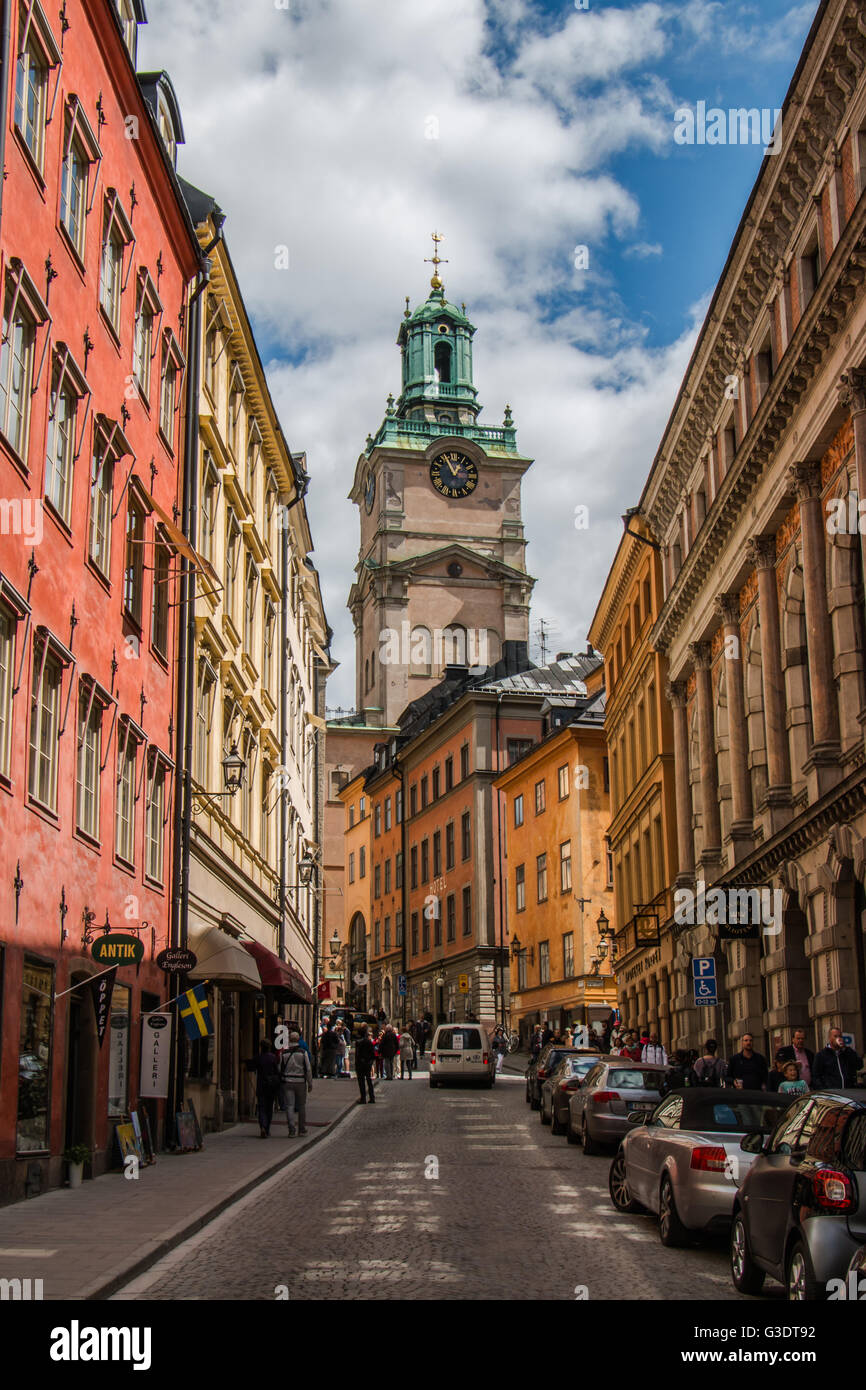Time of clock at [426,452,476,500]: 12:55
